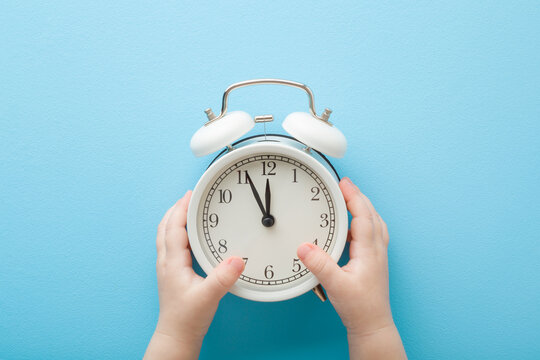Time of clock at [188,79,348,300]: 11:55
